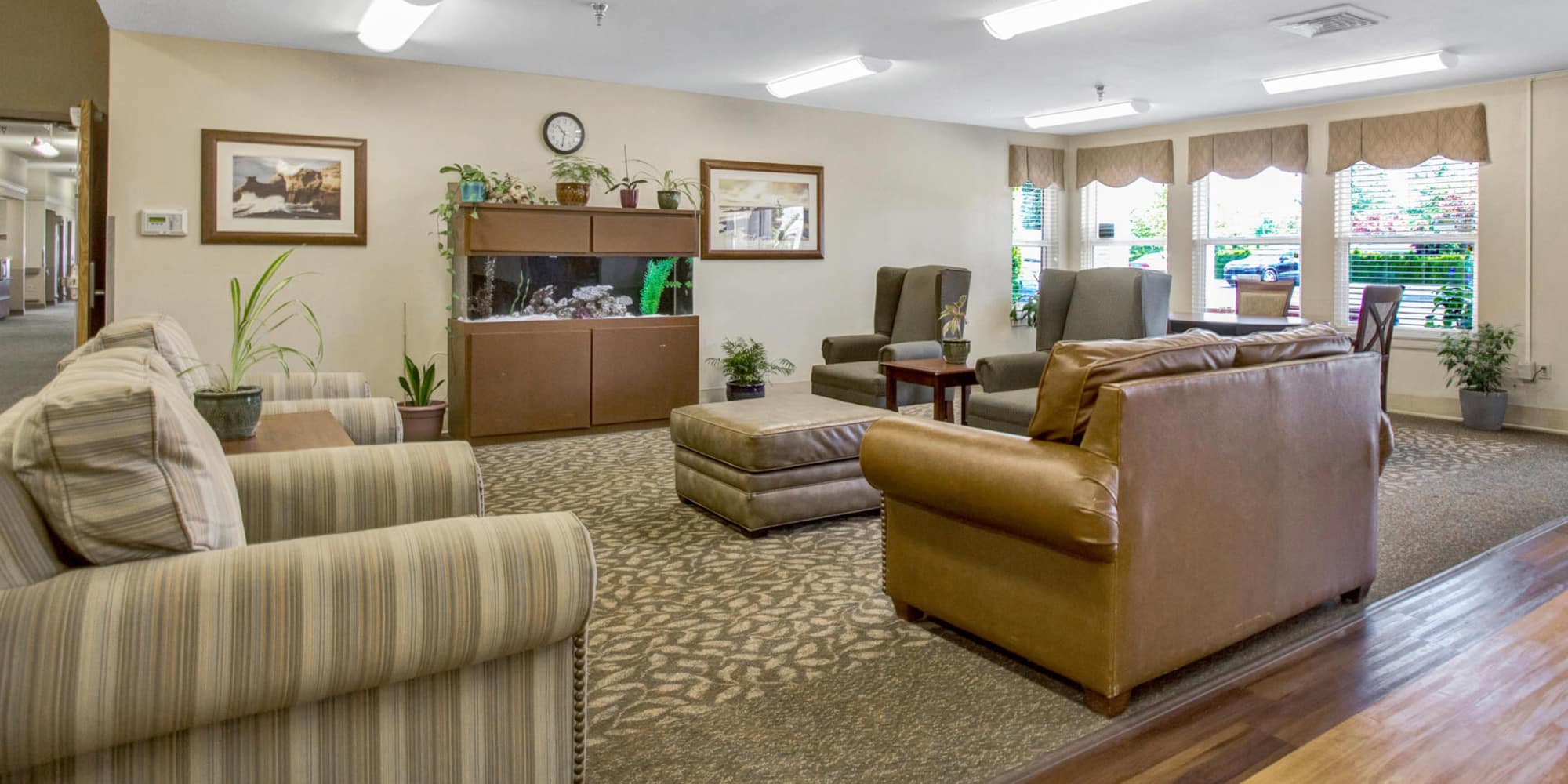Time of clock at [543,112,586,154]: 10:31
